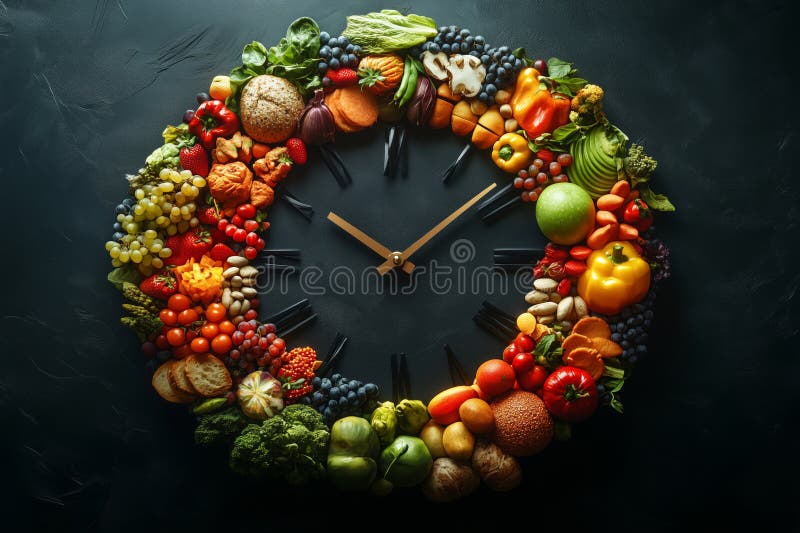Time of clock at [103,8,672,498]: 10:07
